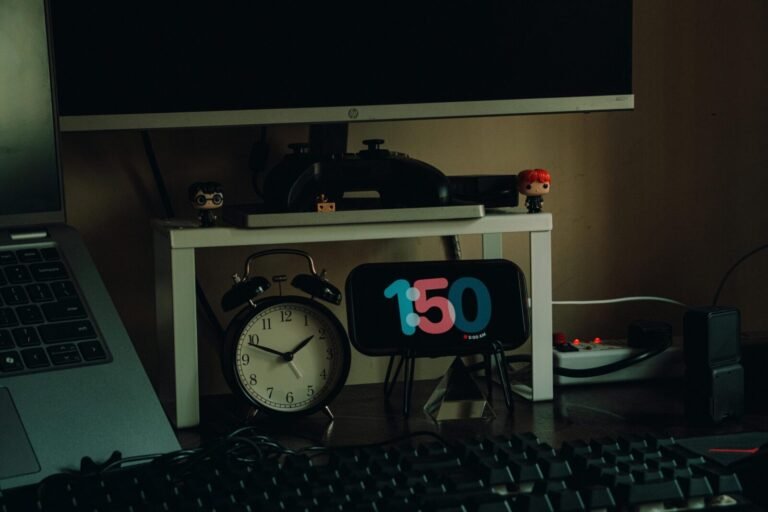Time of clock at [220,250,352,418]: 1:48
